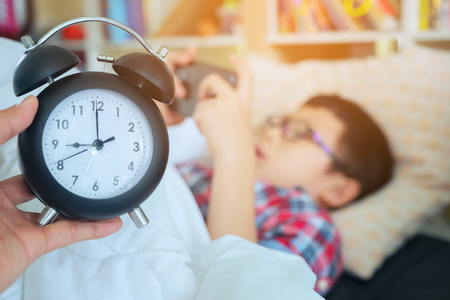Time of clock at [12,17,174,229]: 8:59
